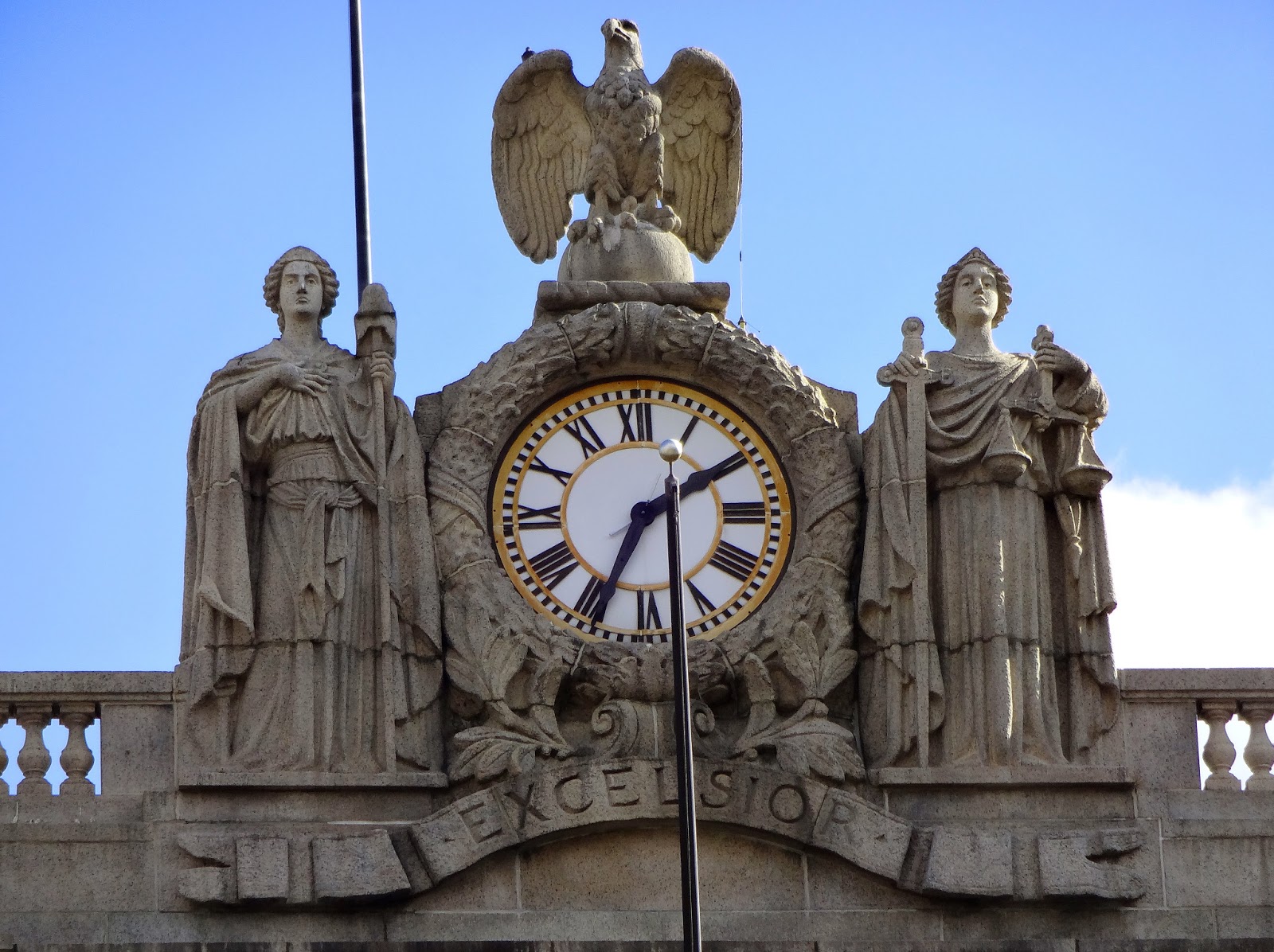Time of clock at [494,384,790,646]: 1:34
